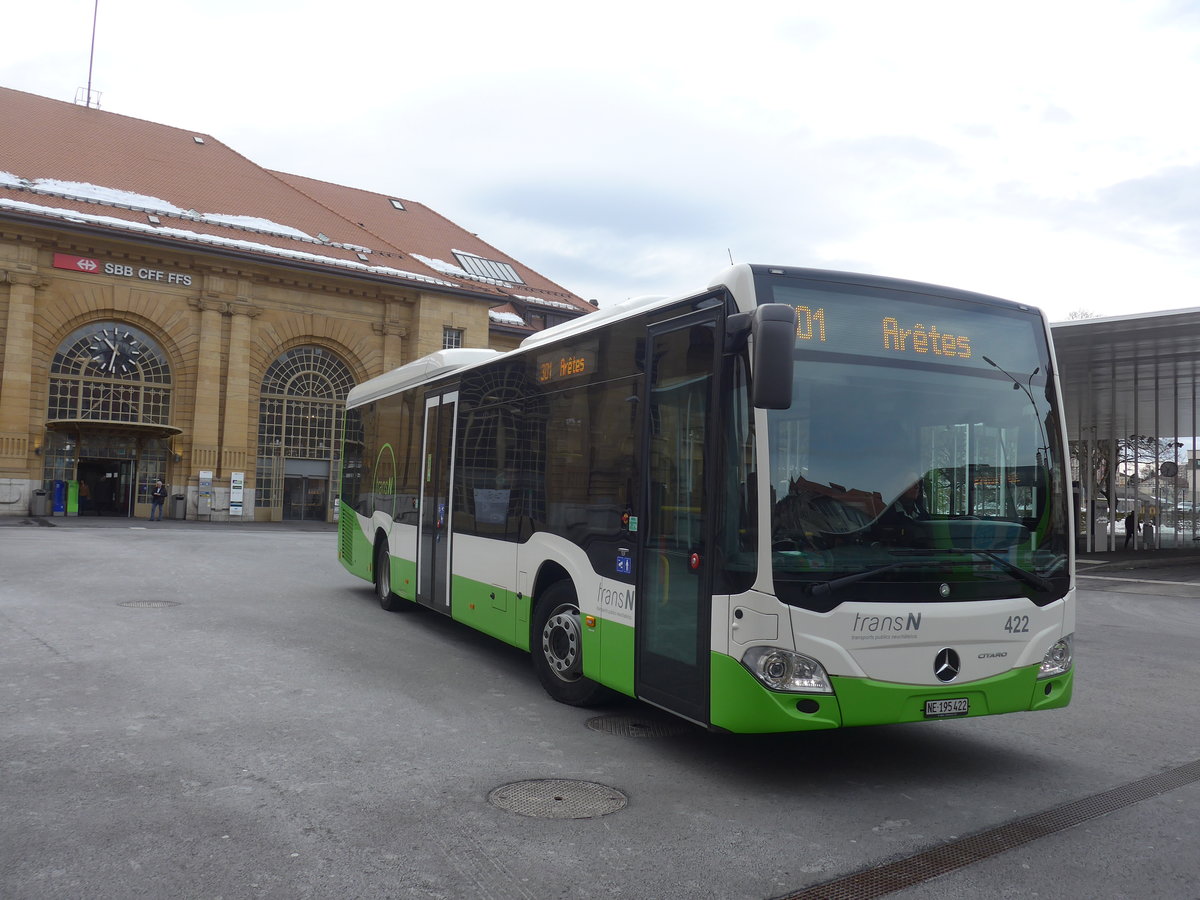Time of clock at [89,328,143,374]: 10:32
